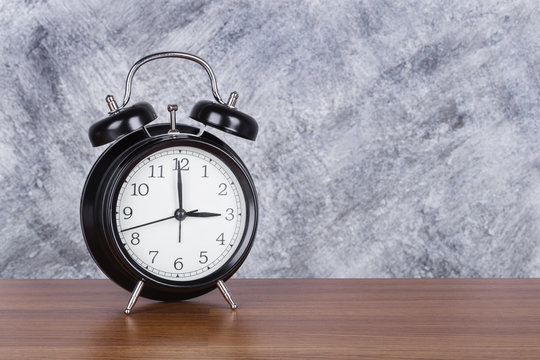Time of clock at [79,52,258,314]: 2:59
